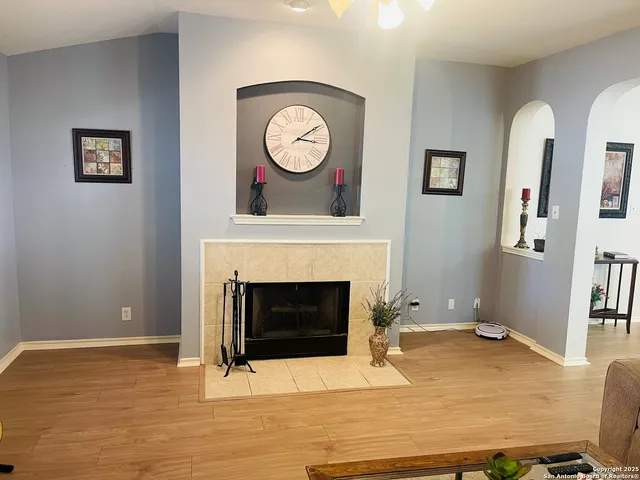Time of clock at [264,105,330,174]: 3:09
